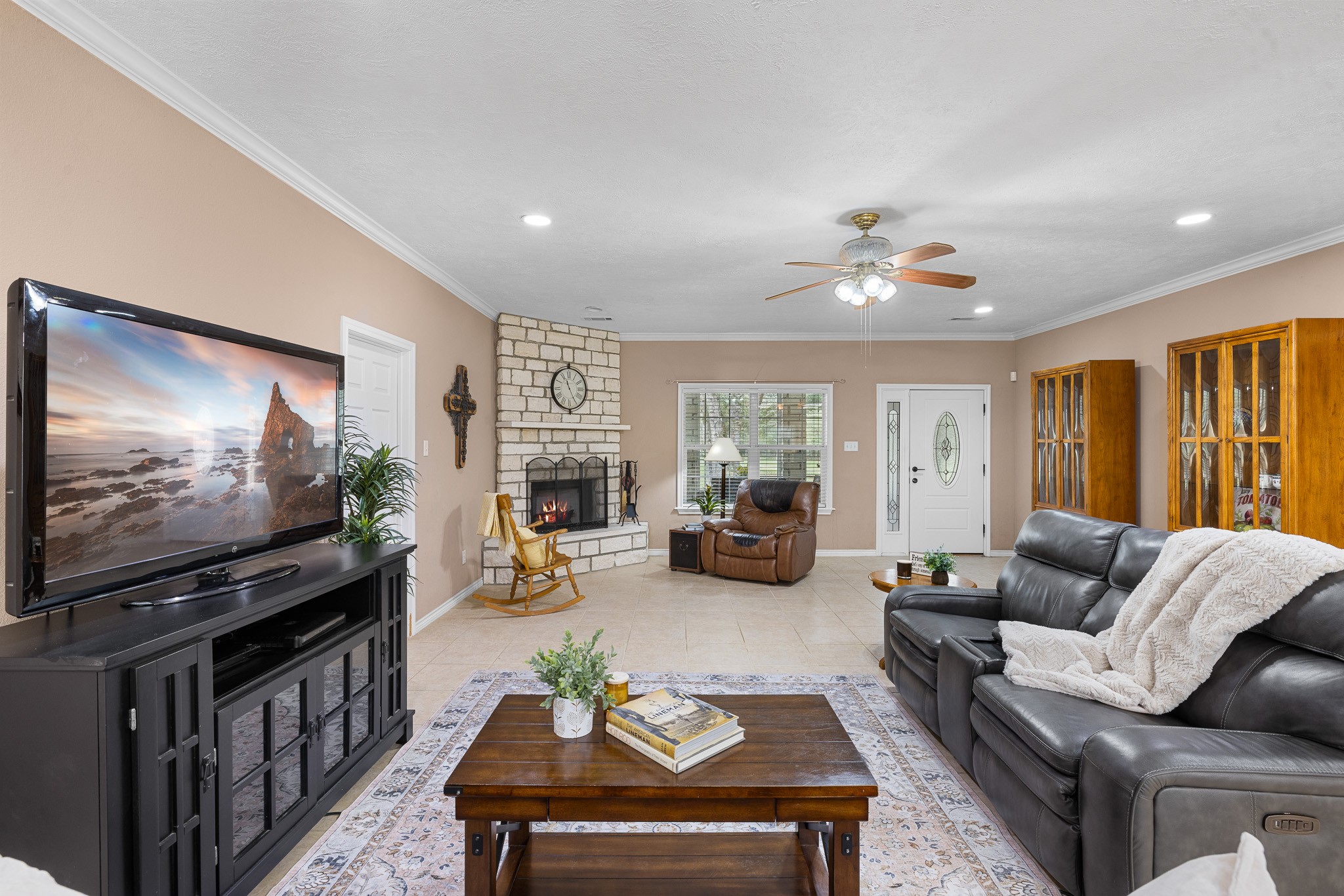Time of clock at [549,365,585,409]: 11:25
